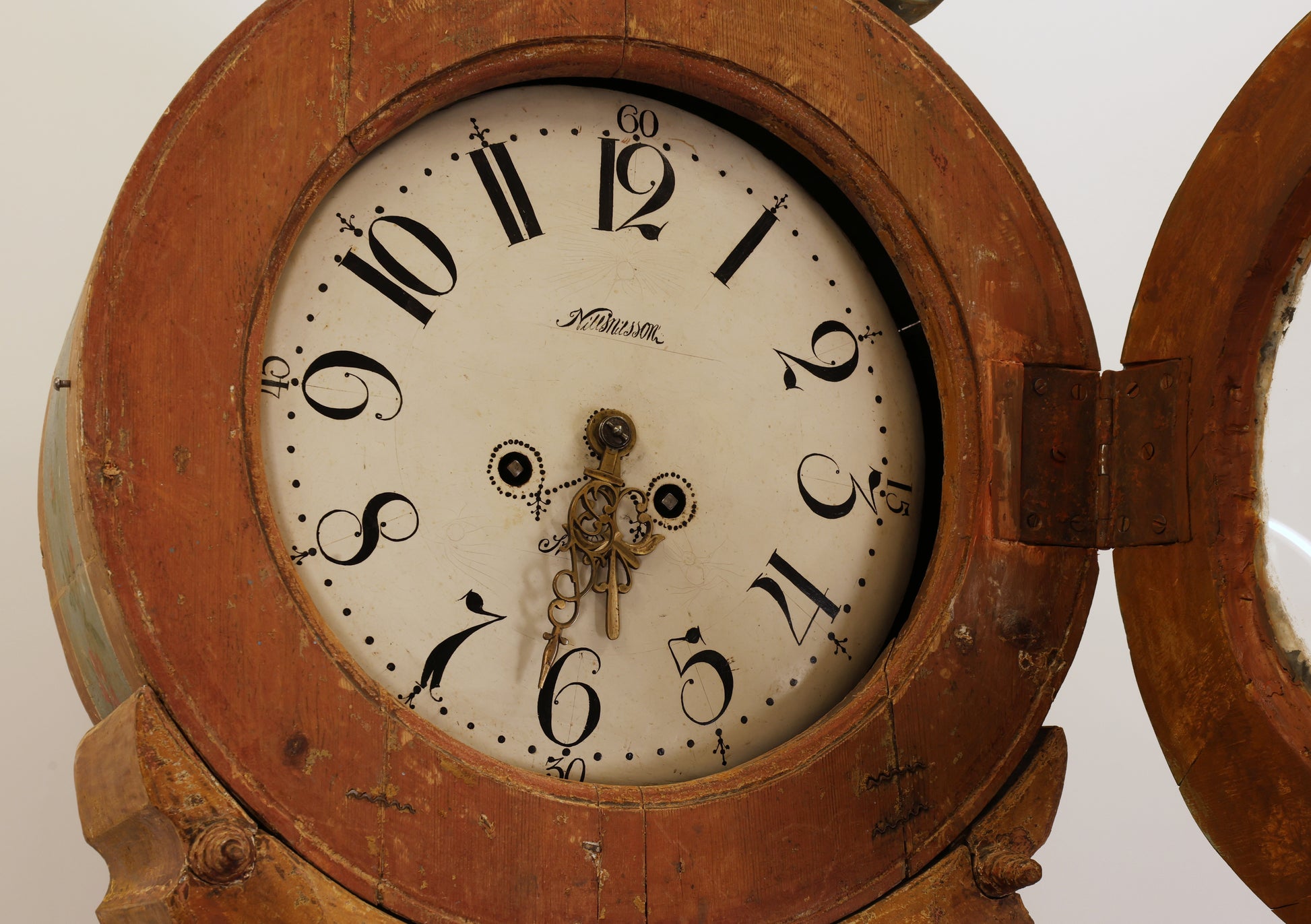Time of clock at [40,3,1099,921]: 5:31
